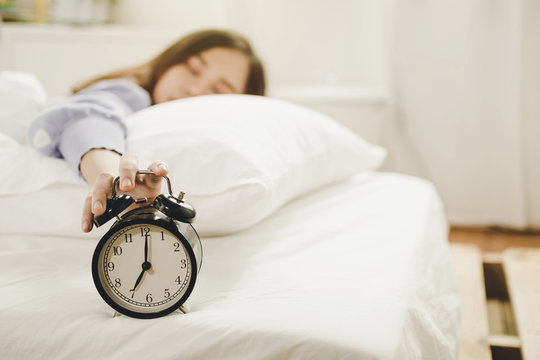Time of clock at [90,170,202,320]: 7:00
